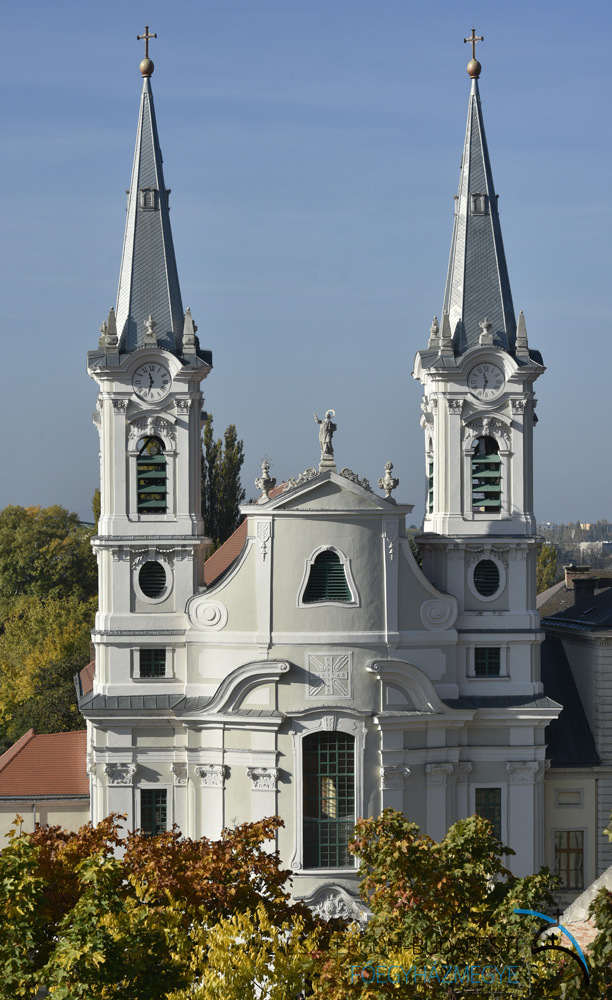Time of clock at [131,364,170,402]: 11:32
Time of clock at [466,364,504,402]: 11:32
